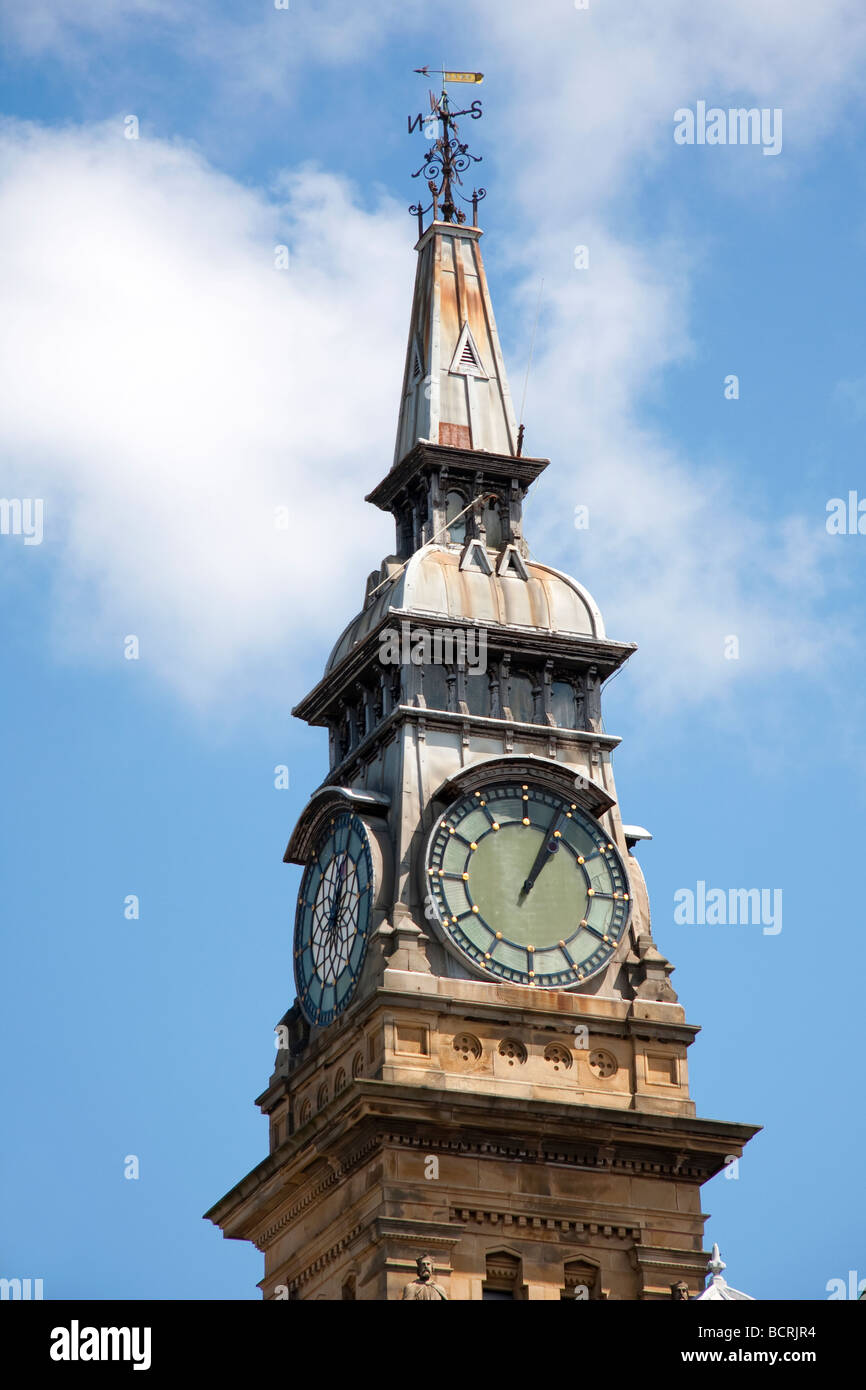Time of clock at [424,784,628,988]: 1:04
